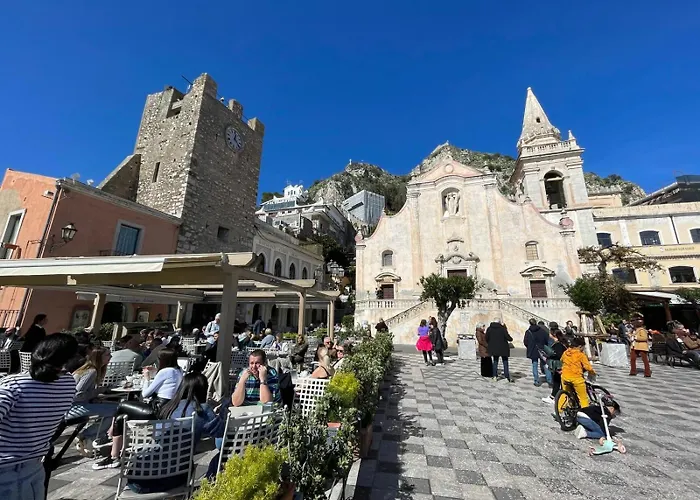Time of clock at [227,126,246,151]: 12:23
